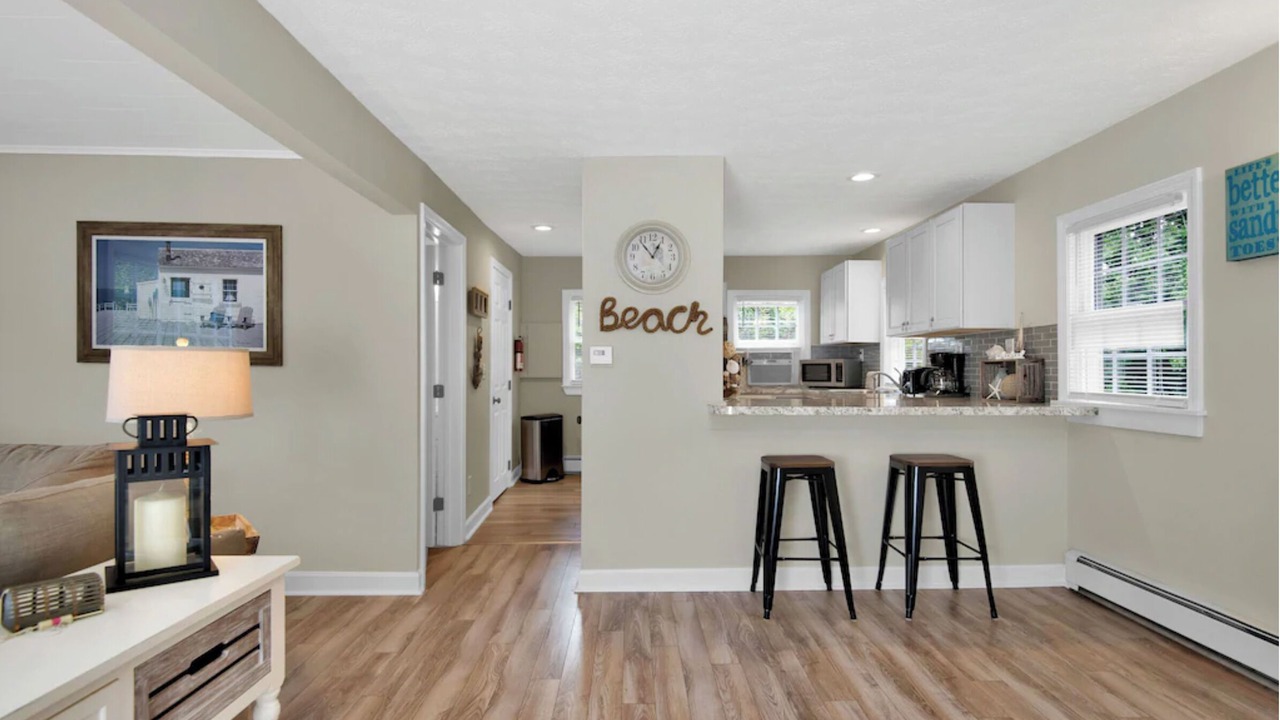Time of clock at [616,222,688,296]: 12:53
